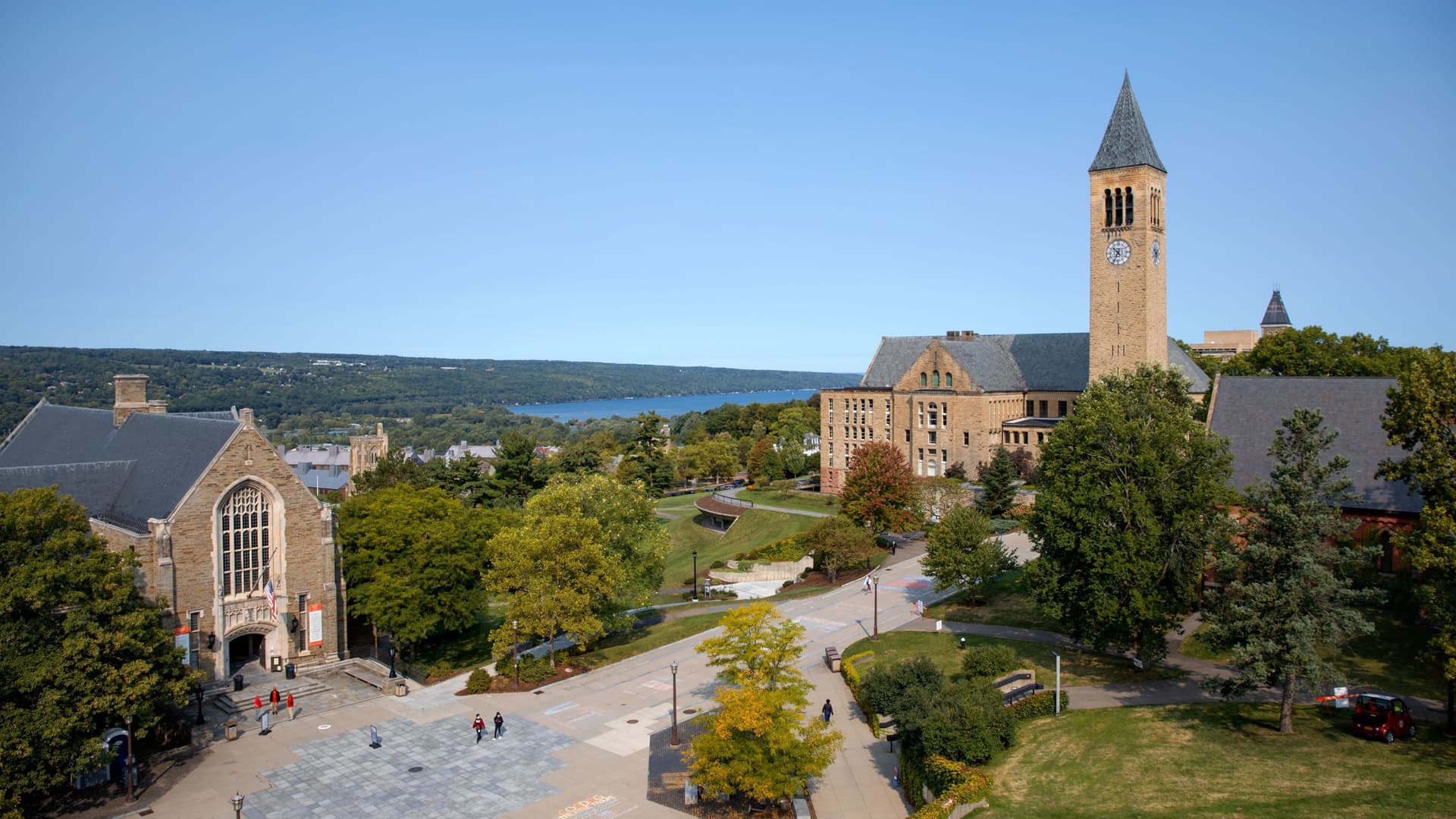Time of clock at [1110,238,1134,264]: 10:34
